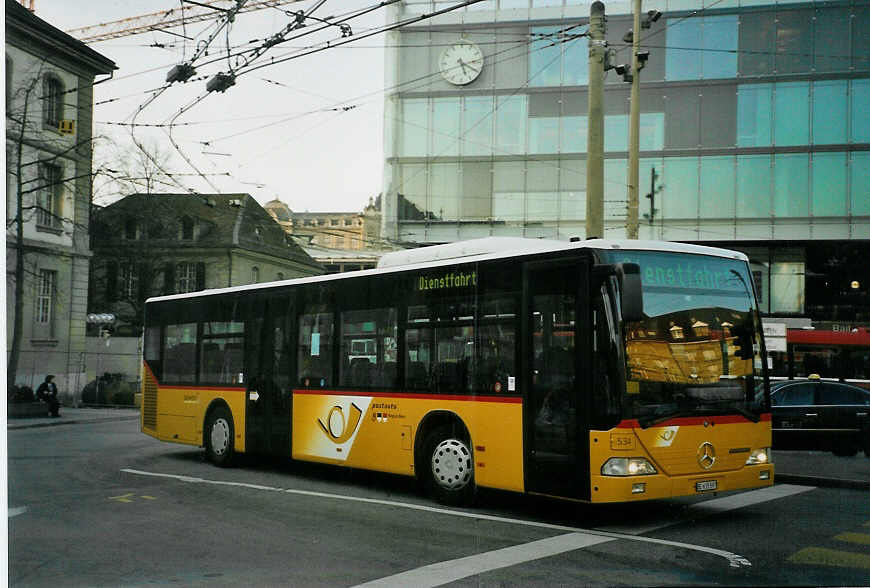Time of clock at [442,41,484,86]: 5:19
